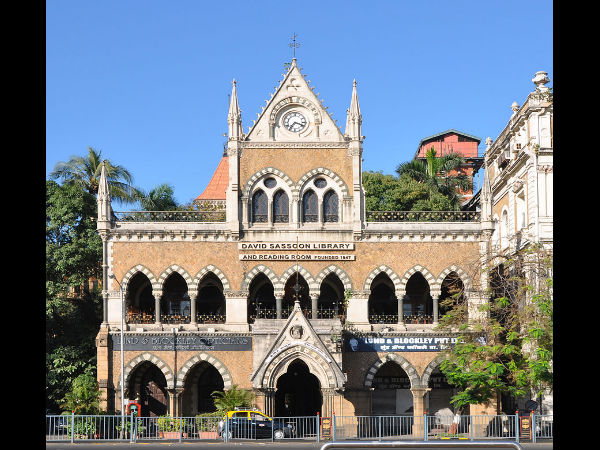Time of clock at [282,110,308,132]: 7:18
